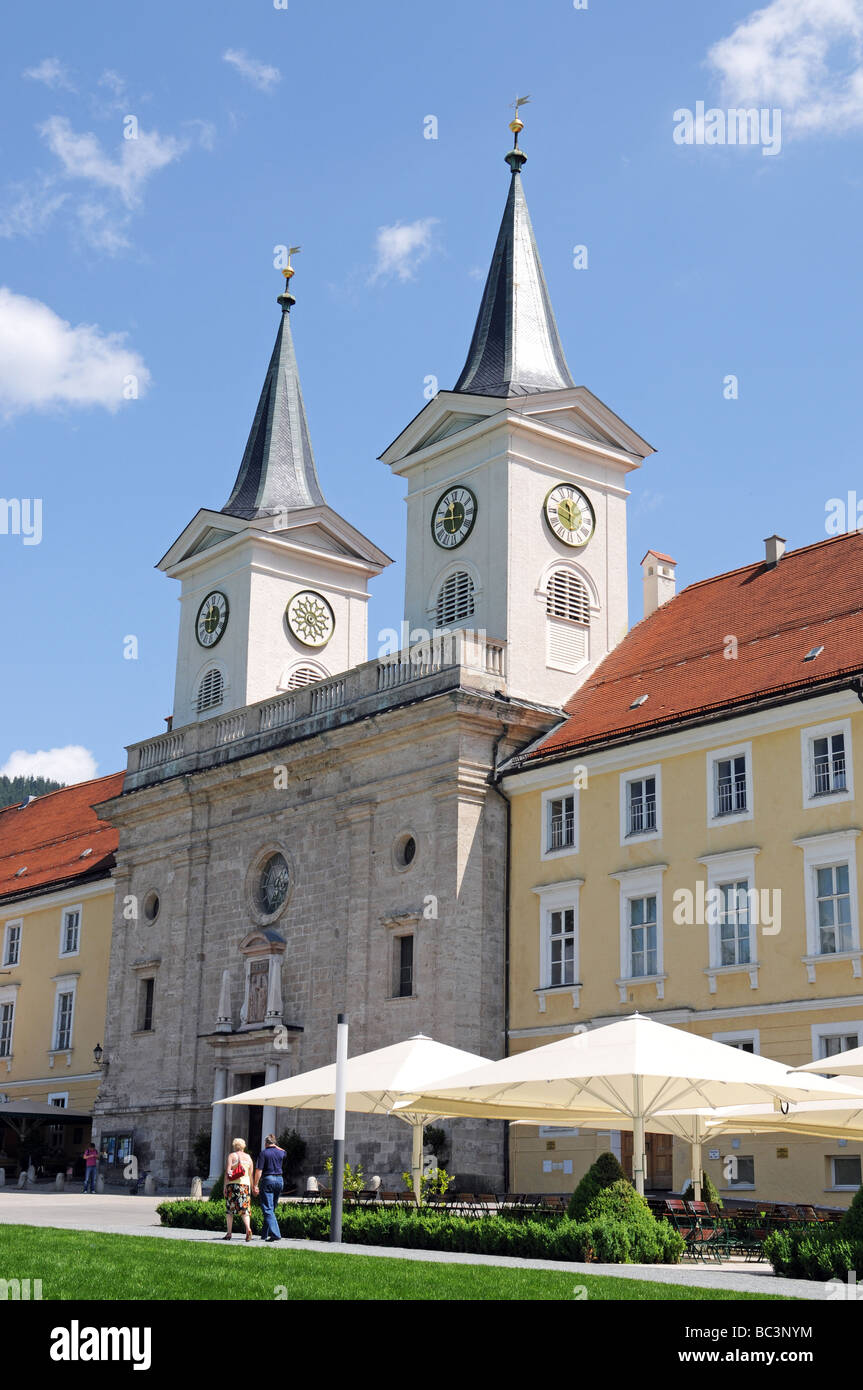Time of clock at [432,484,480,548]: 11:46
